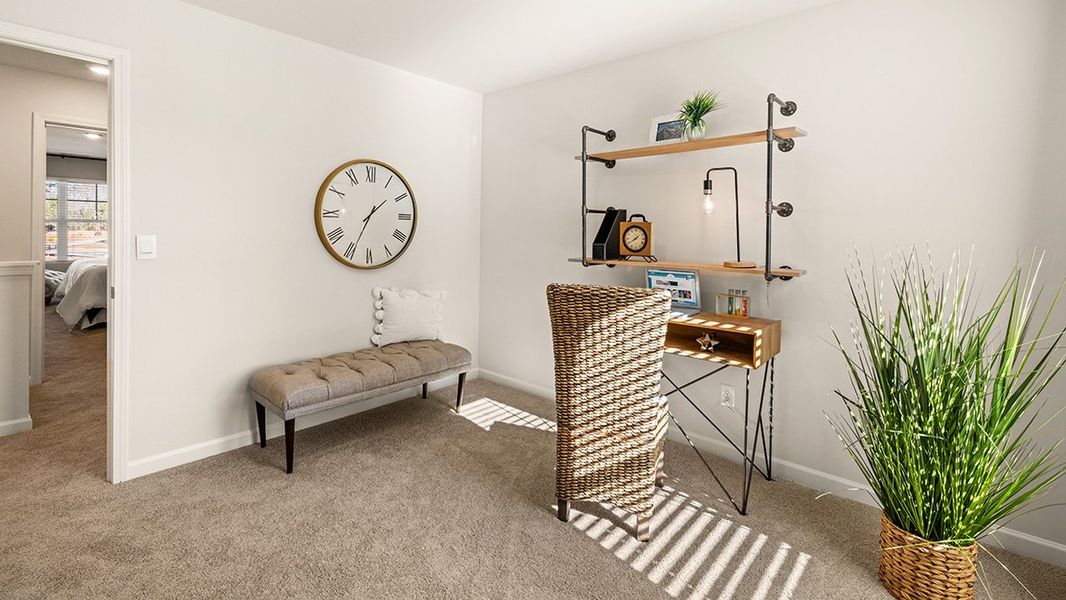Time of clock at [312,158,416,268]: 1:34
